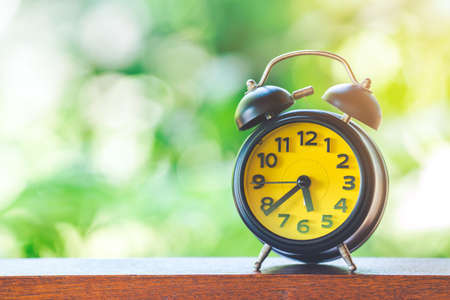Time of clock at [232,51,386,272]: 5:38
